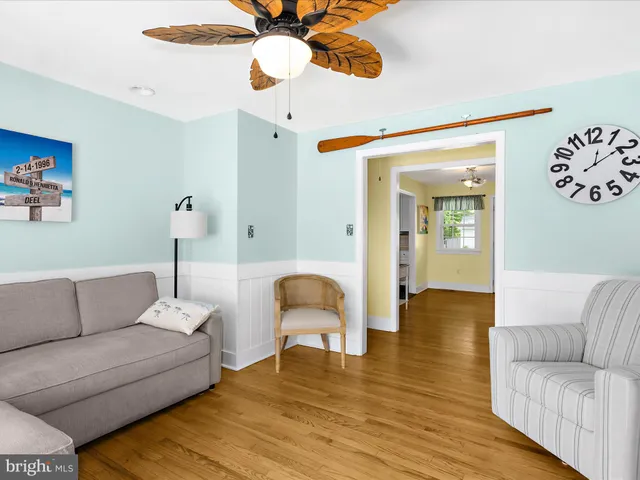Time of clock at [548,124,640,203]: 12:09
